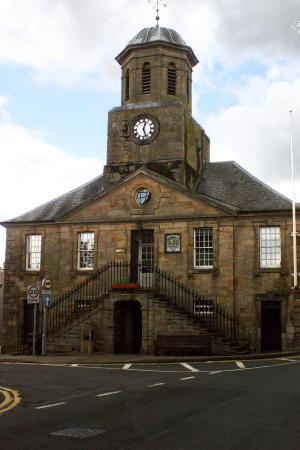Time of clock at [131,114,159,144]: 12:26
